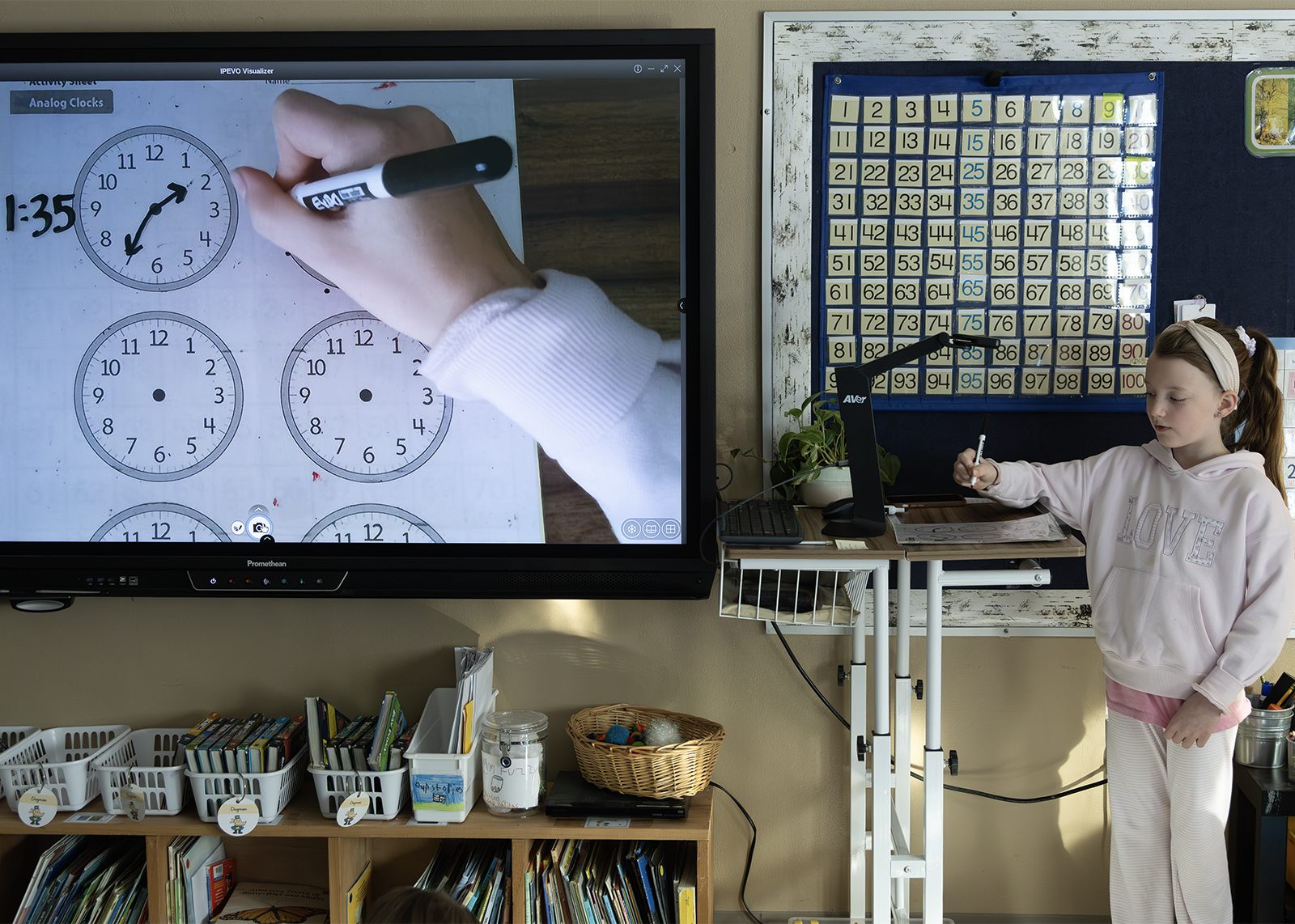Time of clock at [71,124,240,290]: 1:34
